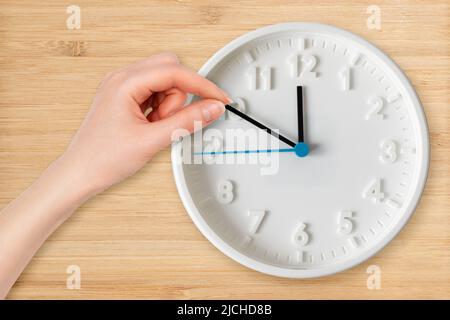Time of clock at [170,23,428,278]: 11:49
